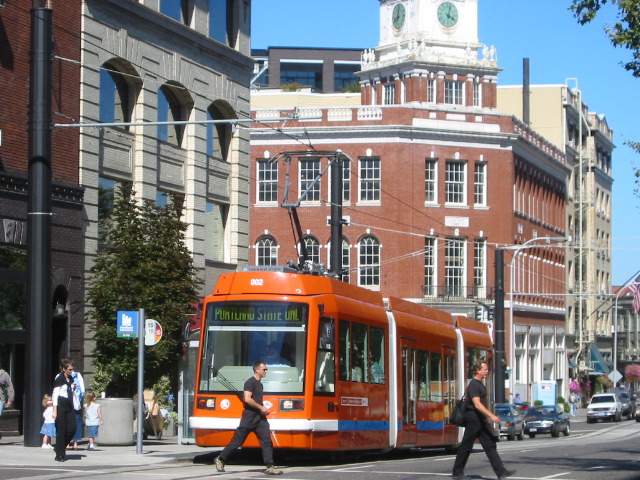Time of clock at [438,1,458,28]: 4:02
